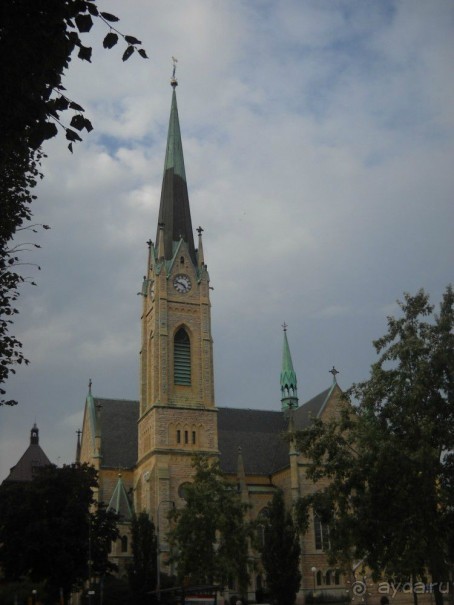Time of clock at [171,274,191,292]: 4:47
